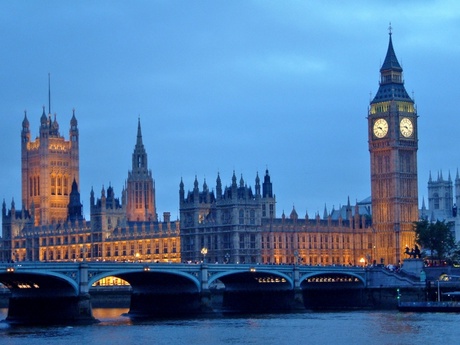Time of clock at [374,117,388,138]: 9:22
